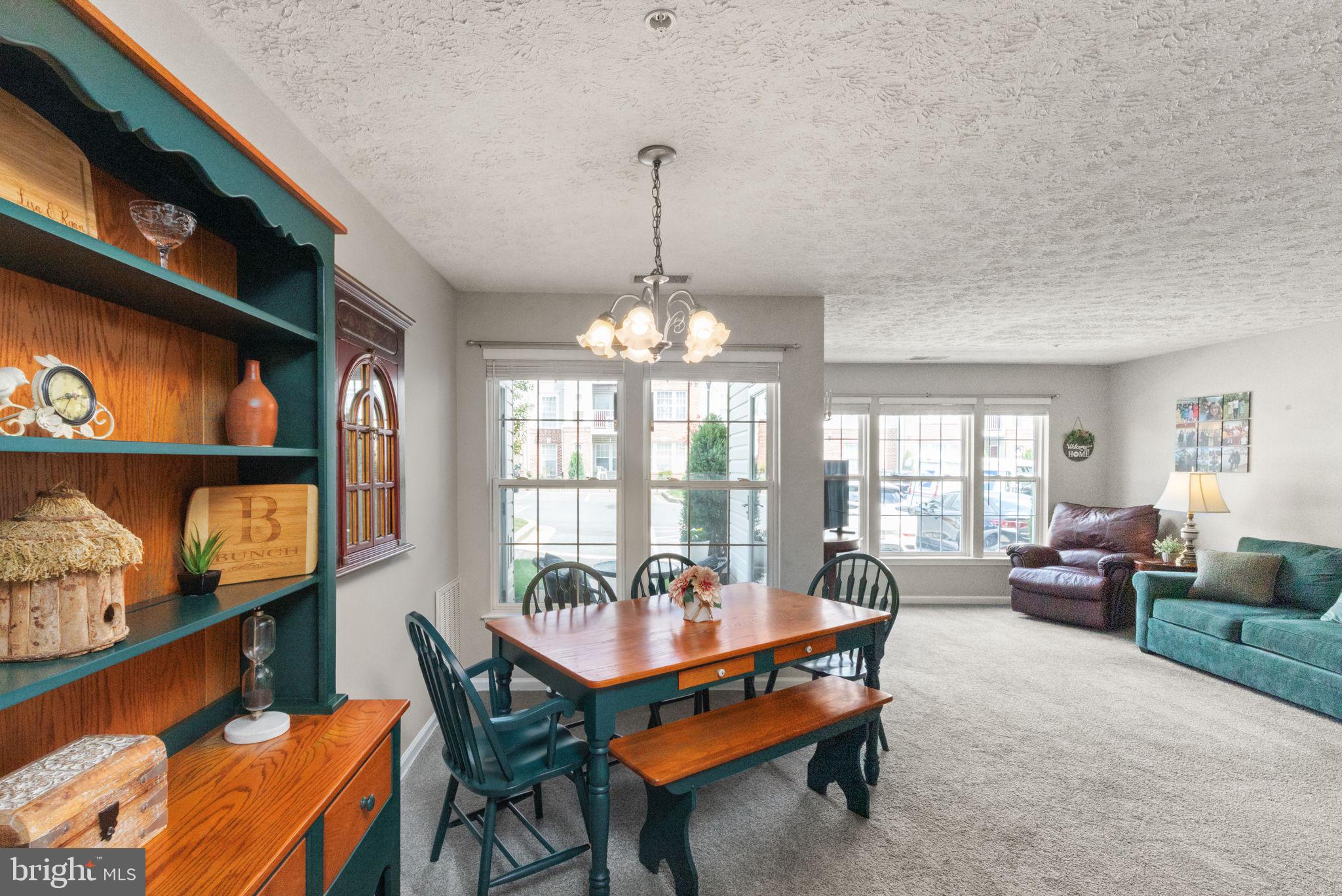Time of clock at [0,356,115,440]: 2:40
